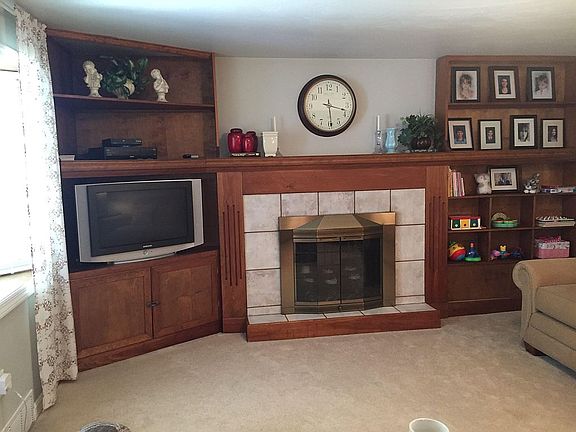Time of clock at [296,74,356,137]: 3:29
